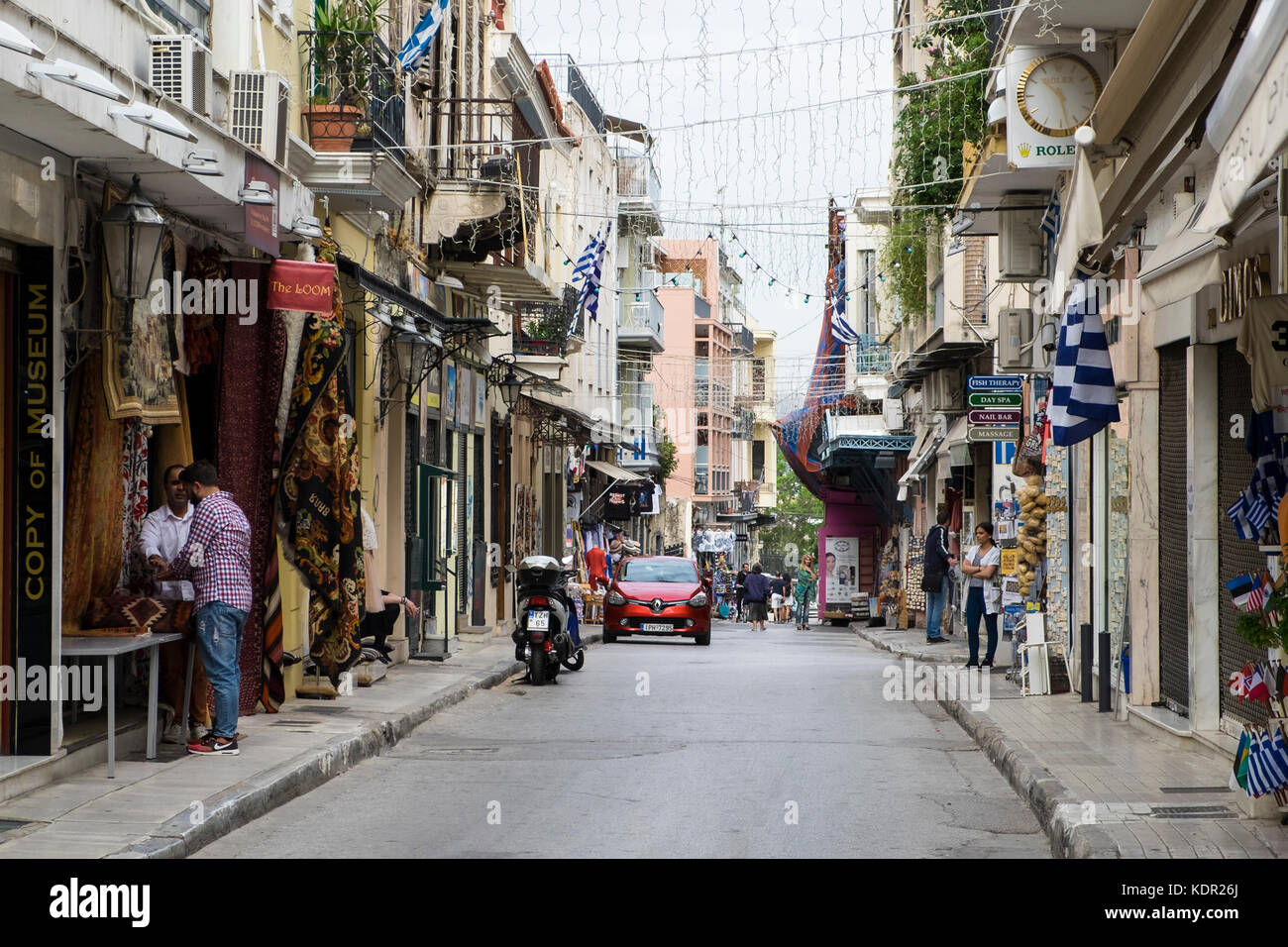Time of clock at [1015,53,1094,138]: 10:27
